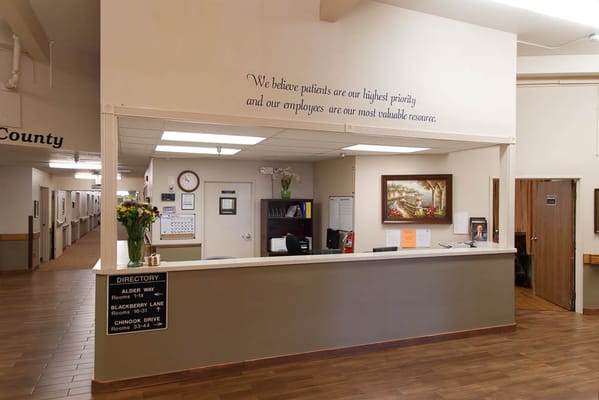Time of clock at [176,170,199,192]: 9:53
